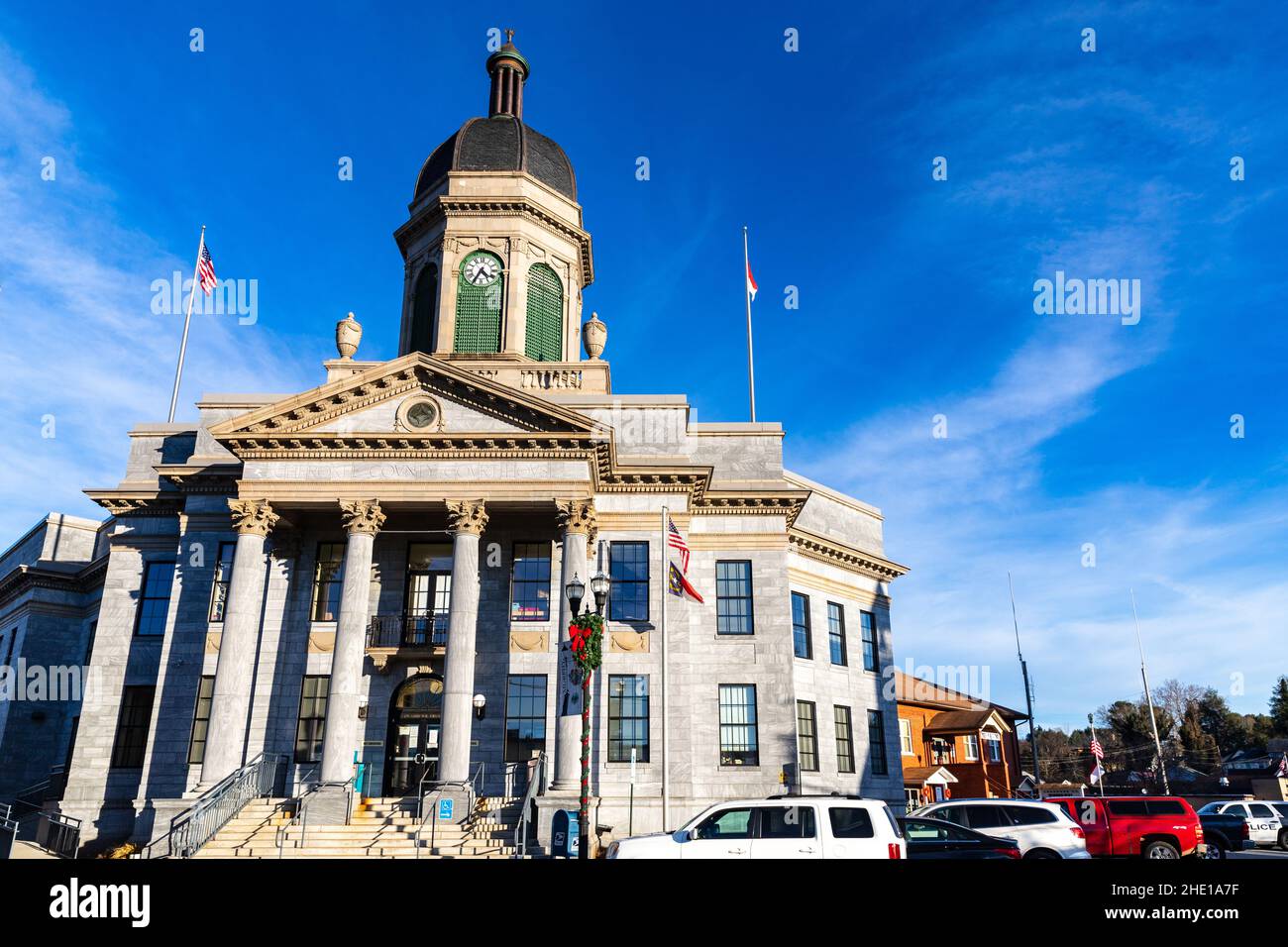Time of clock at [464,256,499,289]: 4:35
